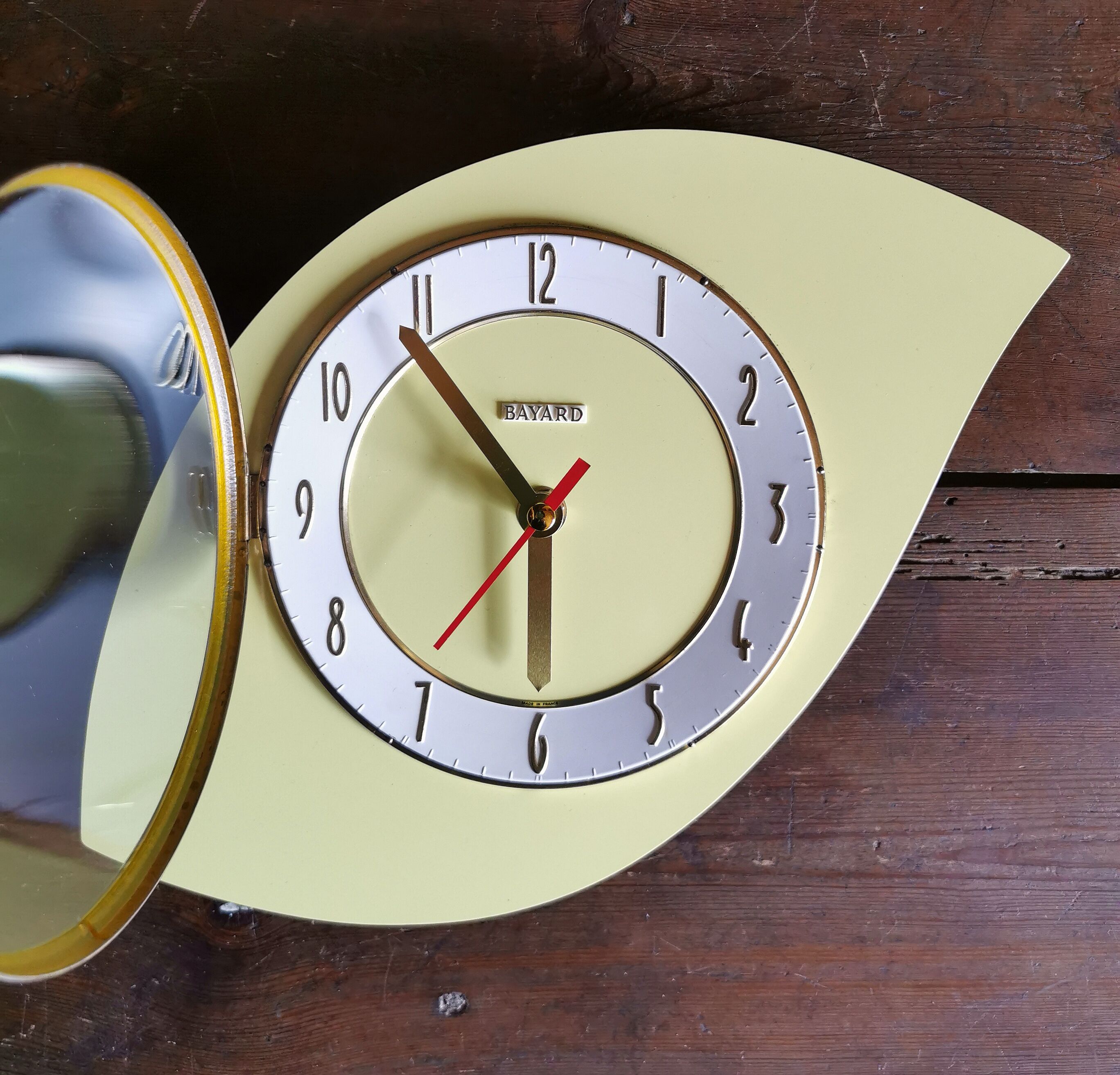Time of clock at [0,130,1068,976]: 5:53
